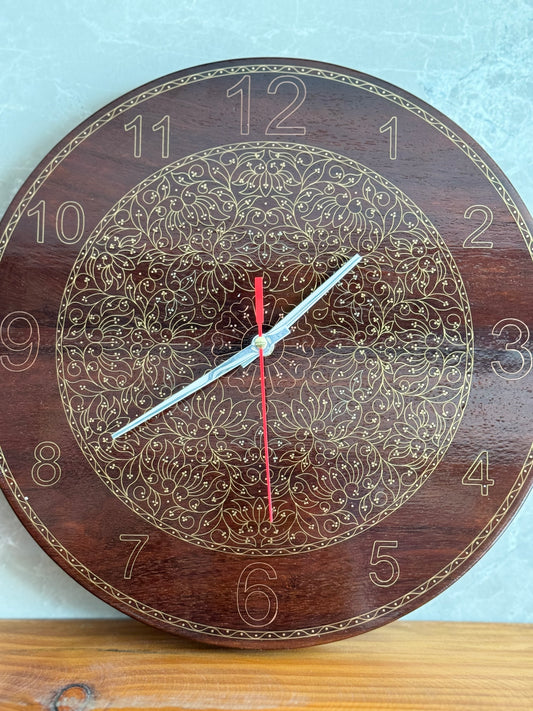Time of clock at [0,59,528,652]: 1:39
